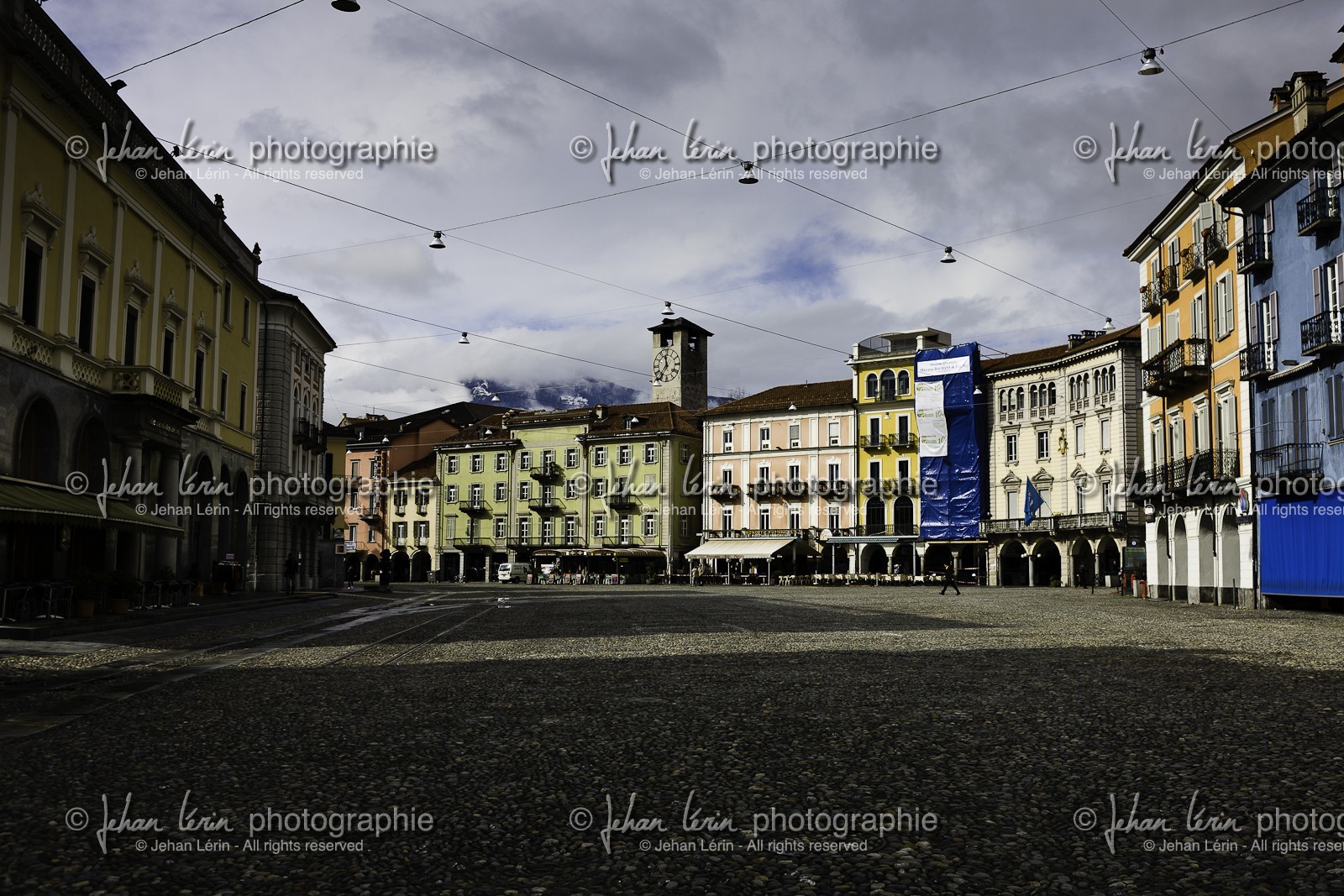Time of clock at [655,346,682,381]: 11:36
